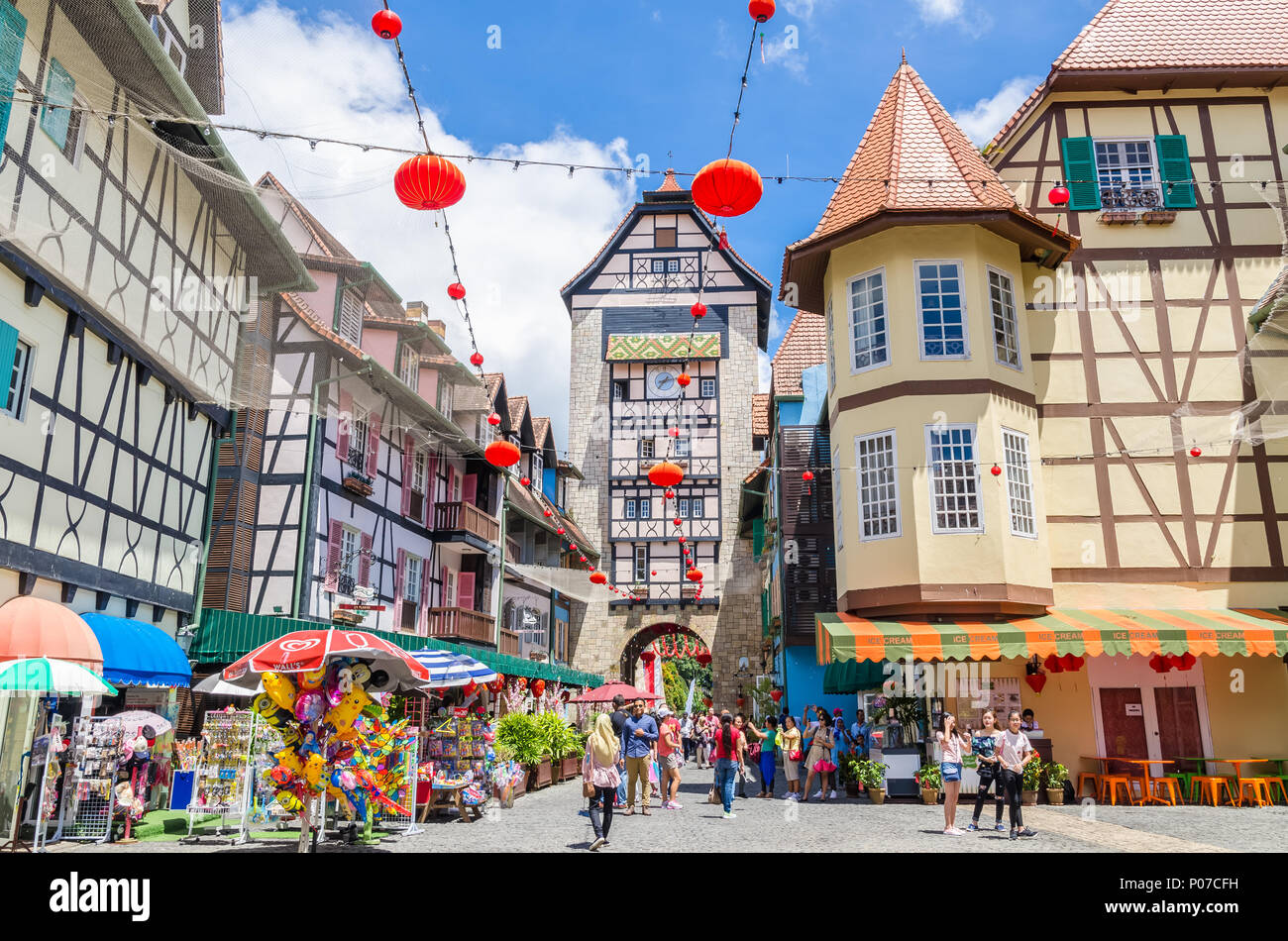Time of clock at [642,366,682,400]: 7:12
